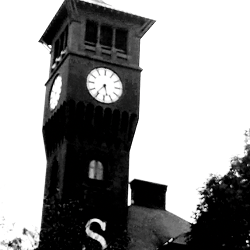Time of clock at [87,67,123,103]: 5:36
